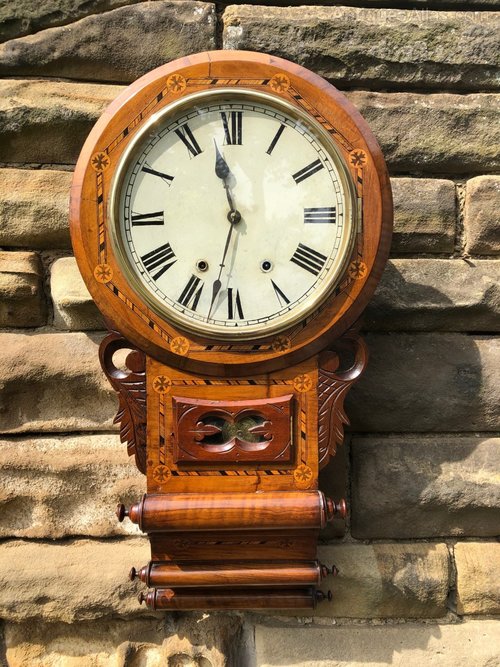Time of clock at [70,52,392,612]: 11:32
